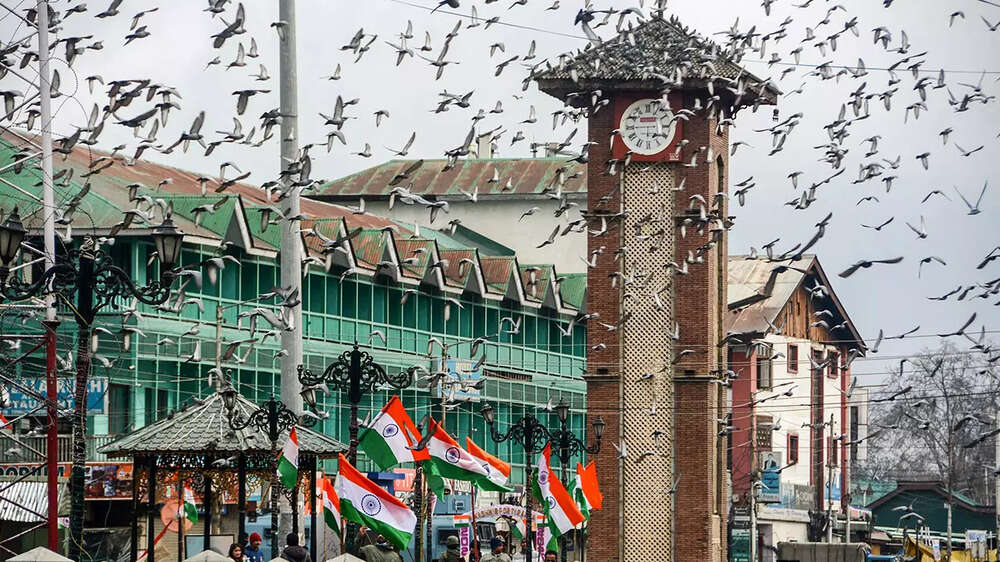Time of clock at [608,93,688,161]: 5:45
